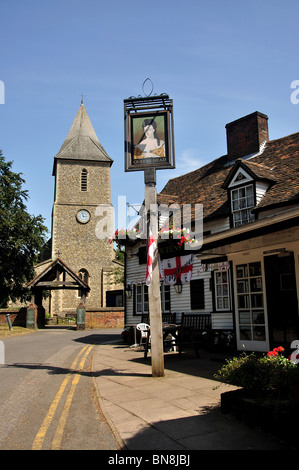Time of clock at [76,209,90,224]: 2:57
